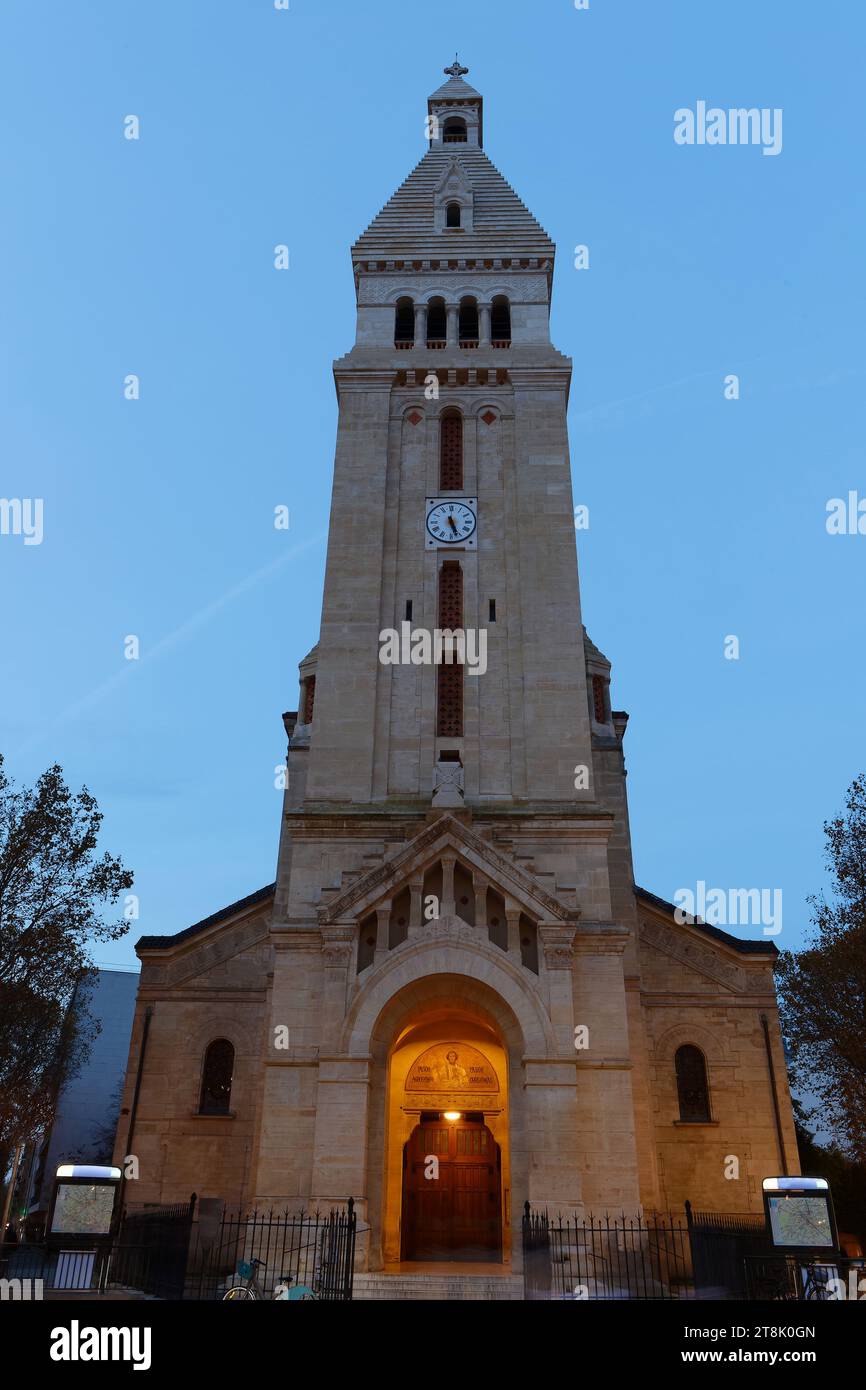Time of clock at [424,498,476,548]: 5:26
